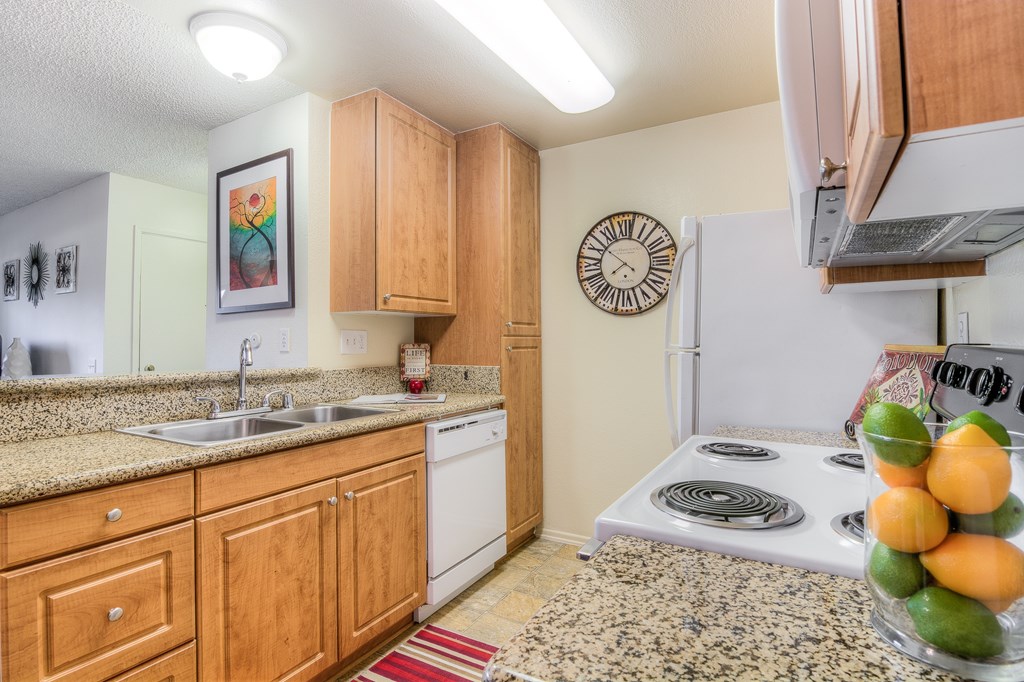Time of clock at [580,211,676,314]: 7:51
